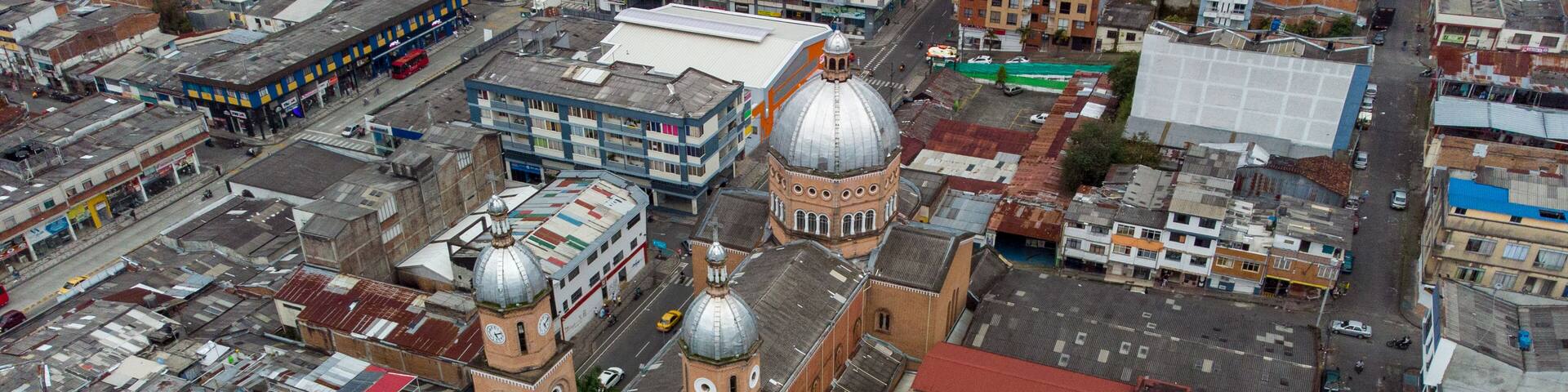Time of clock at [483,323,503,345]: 5:11
